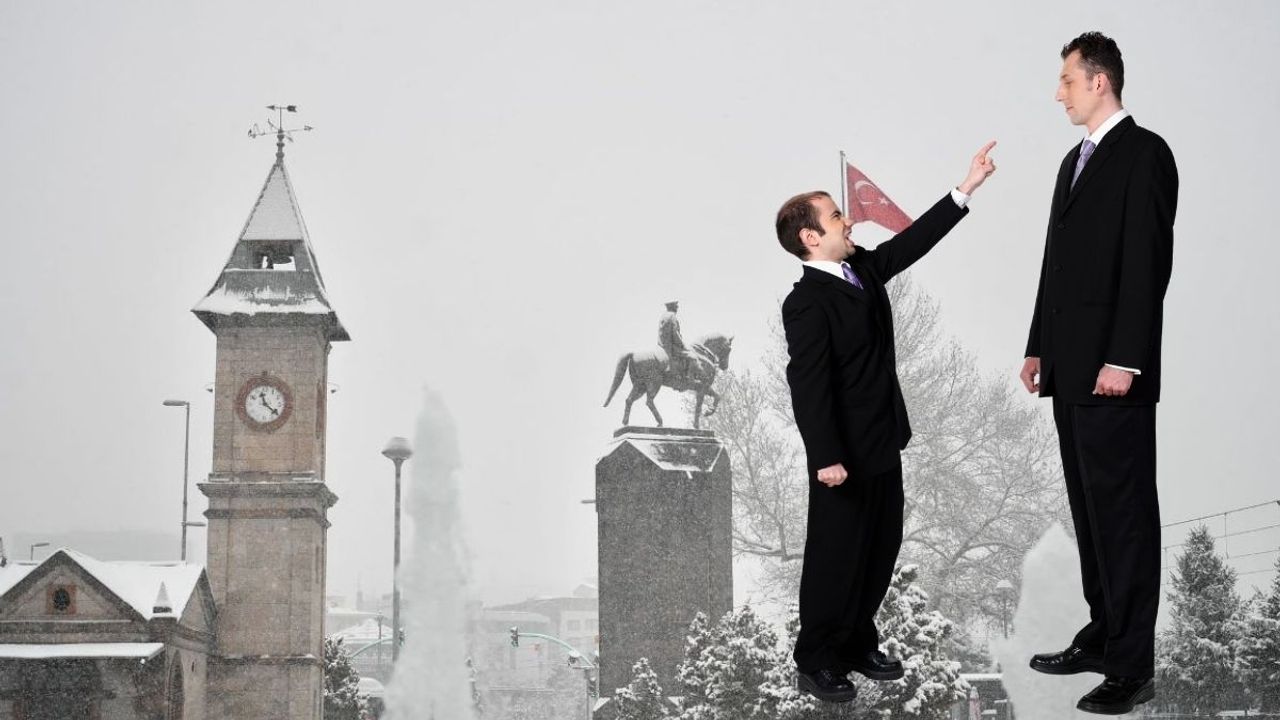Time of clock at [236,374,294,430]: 11:21
